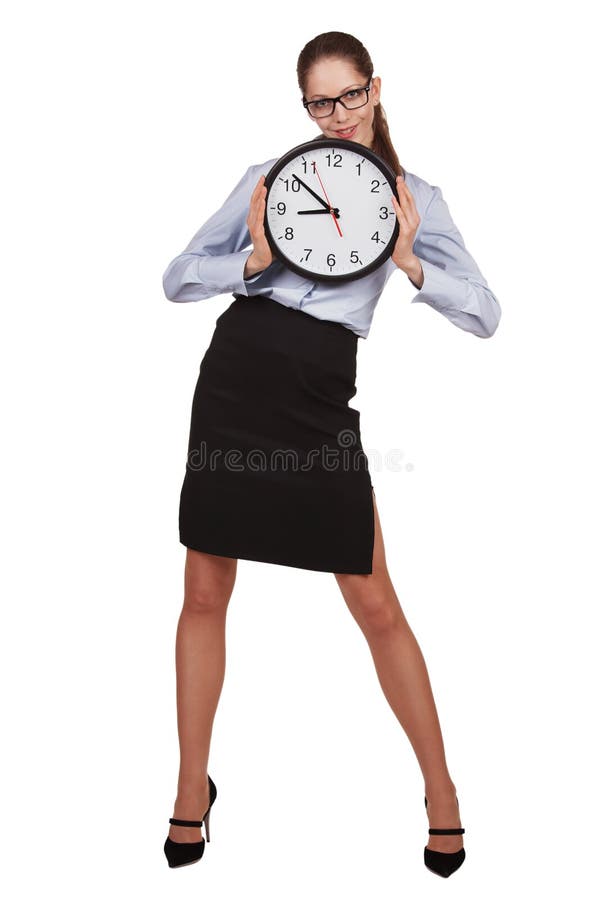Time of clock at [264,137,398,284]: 8:51
